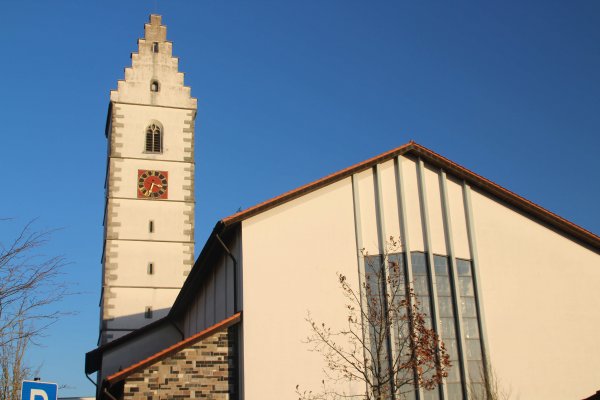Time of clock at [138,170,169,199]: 3:32
